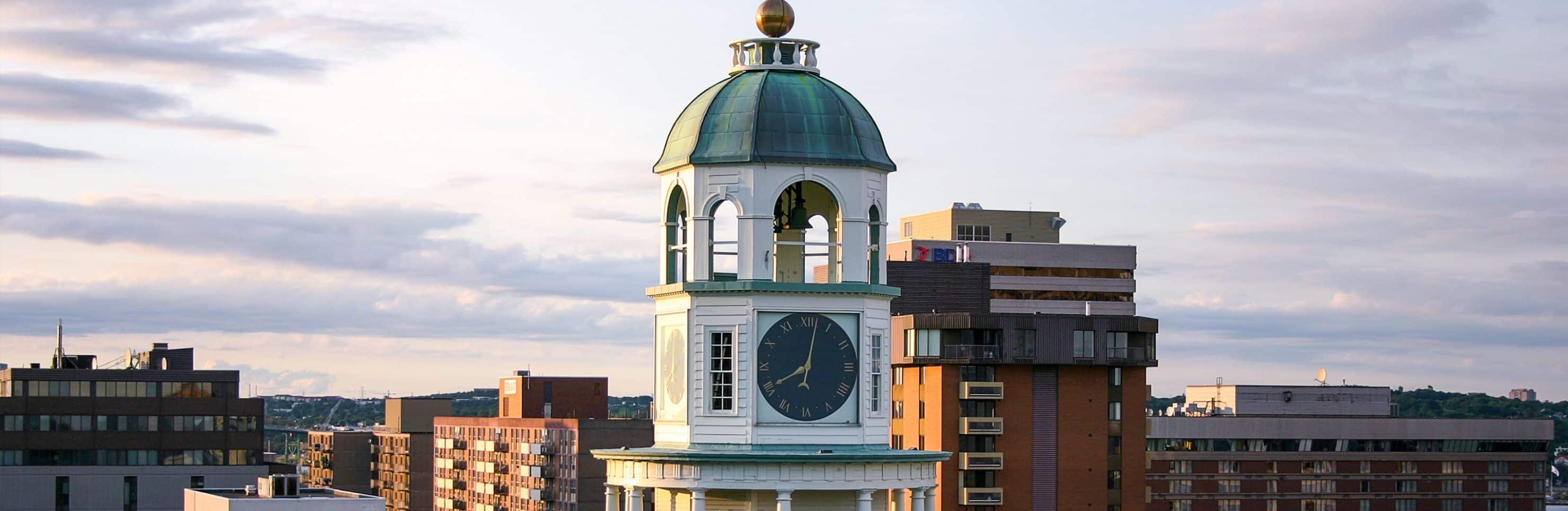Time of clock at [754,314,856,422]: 8:02
